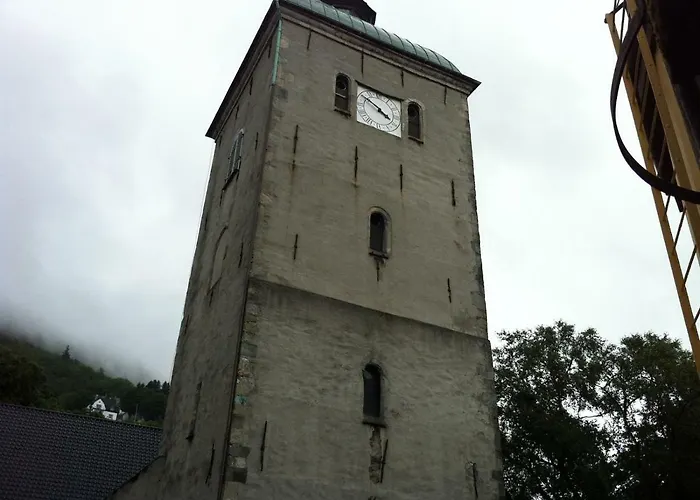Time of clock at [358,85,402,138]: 3:50
